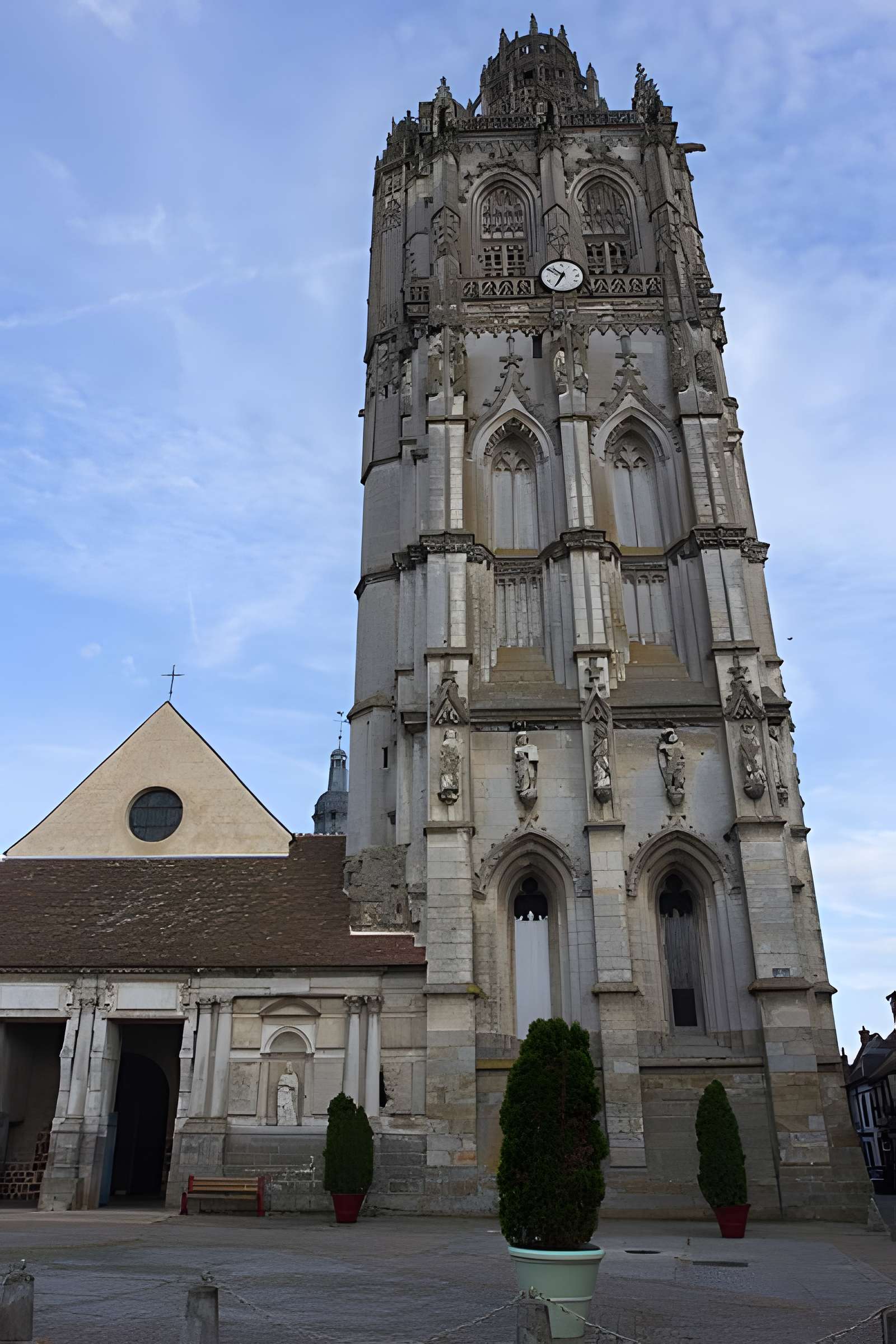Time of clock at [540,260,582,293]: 10:34
